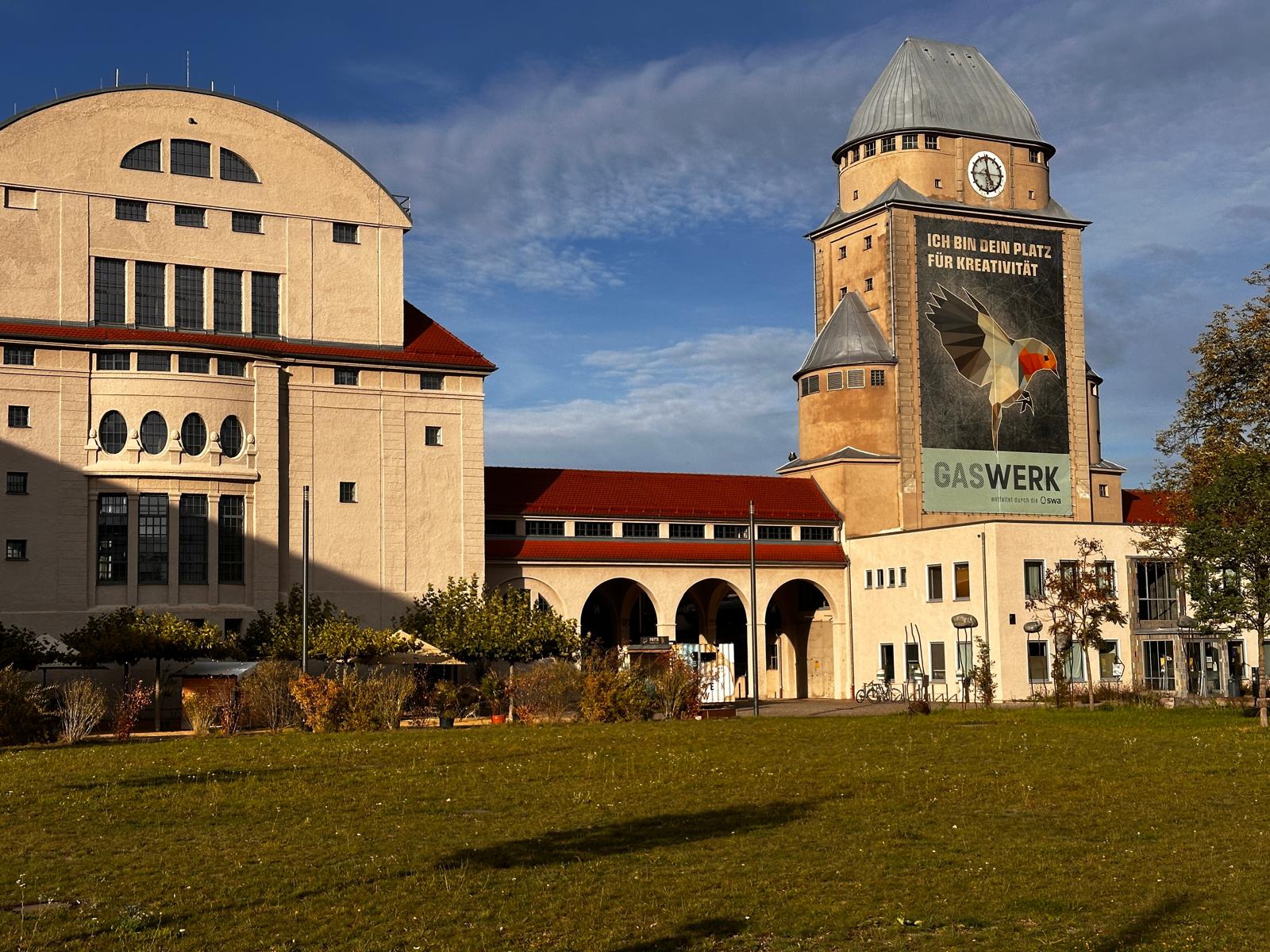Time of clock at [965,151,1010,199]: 11:45
